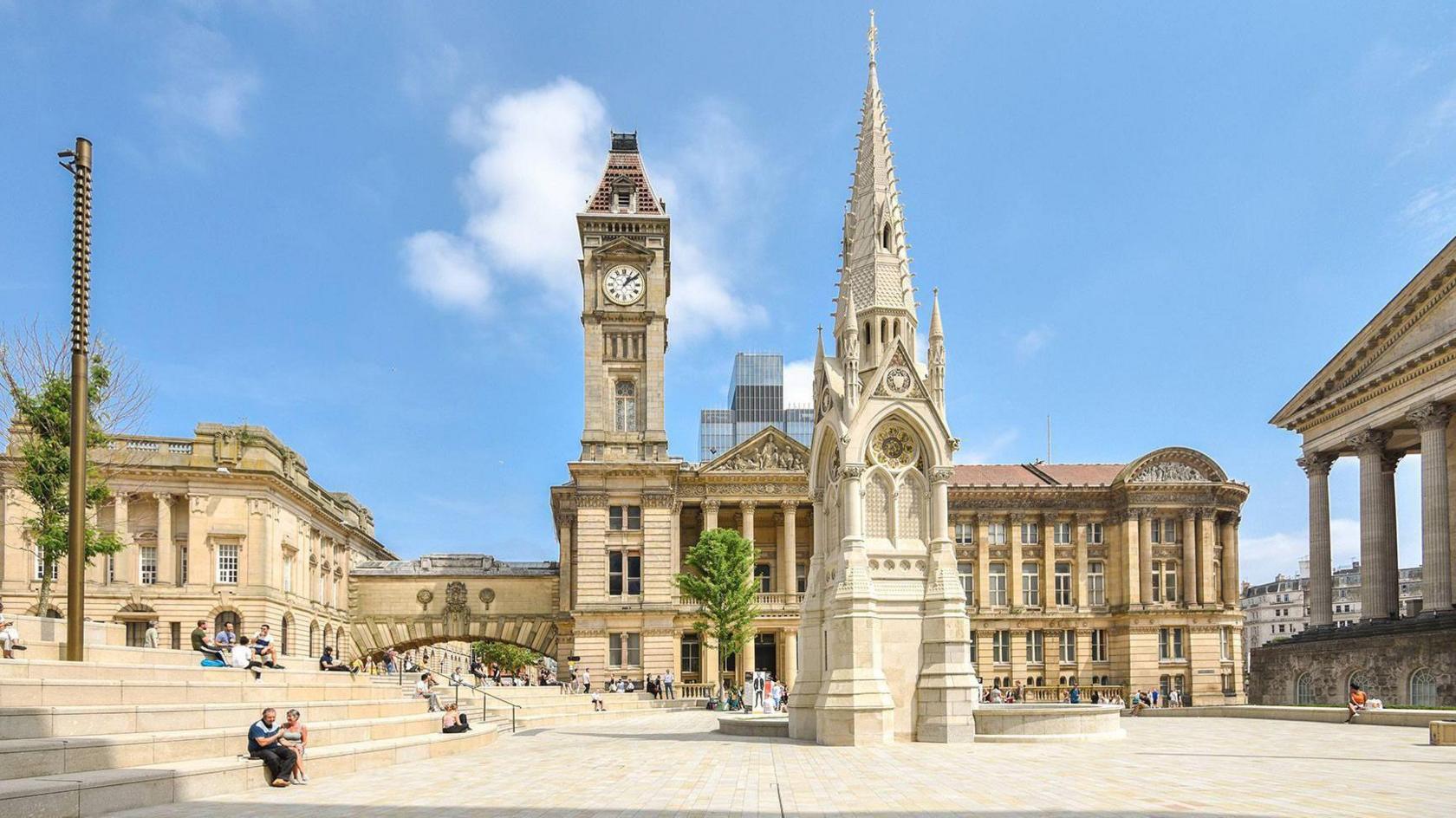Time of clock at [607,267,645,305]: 1:08
